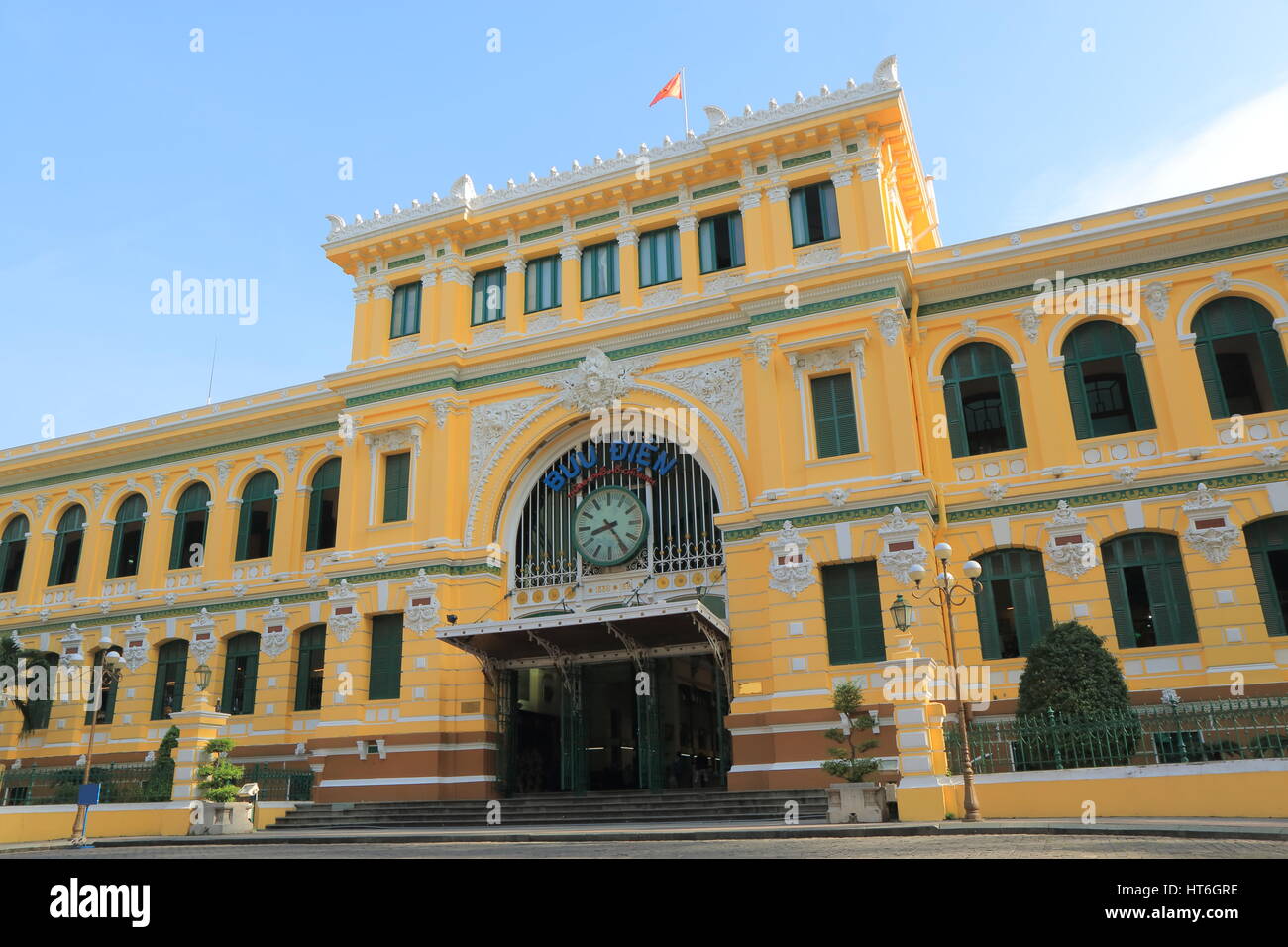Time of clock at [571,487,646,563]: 8:24
